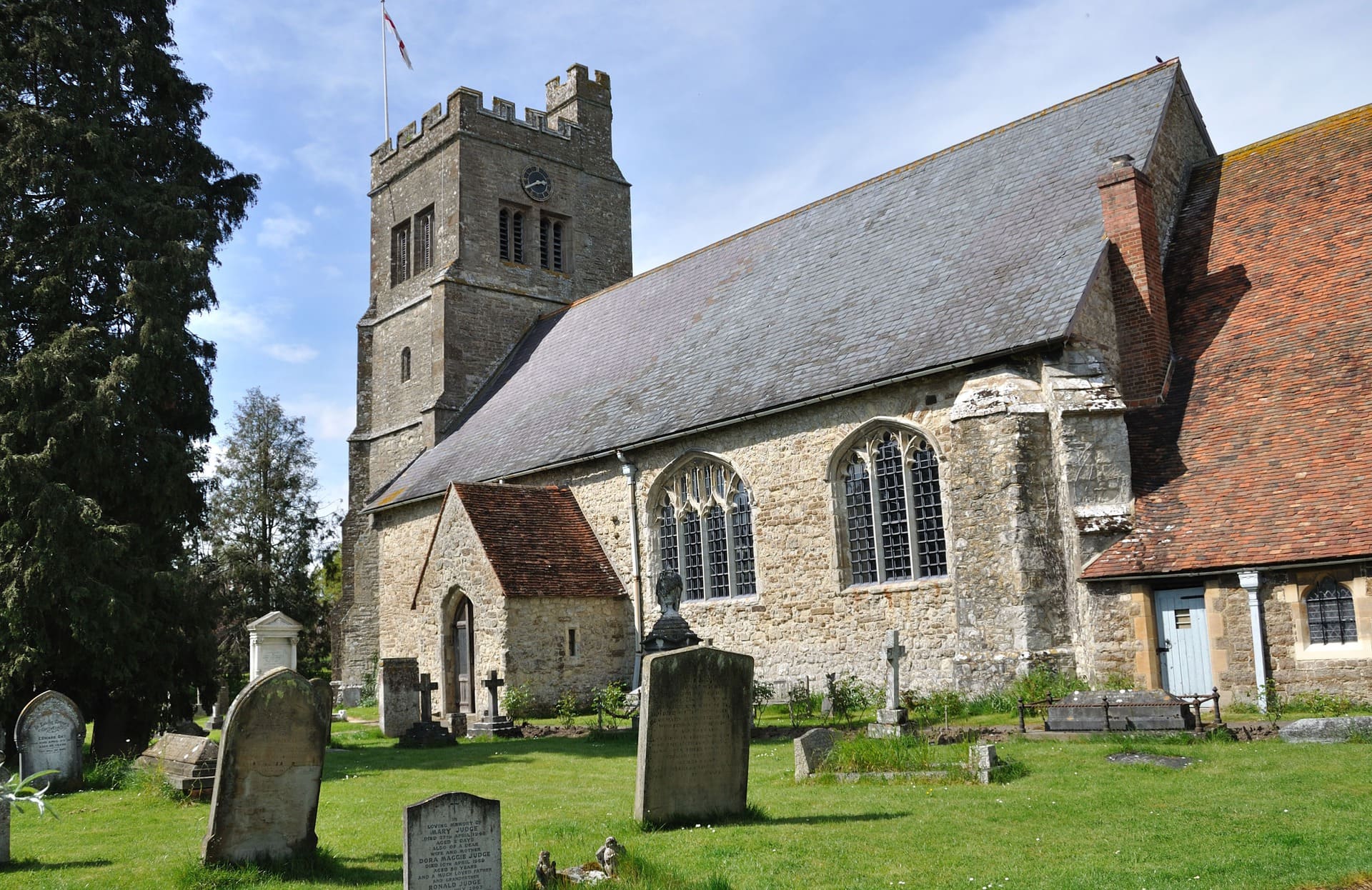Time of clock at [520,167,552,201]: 2:40
